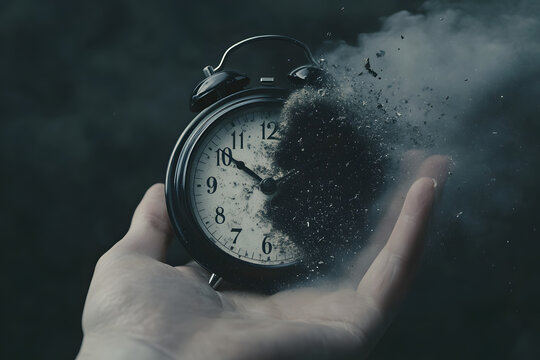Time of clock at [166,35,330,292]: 9:50
